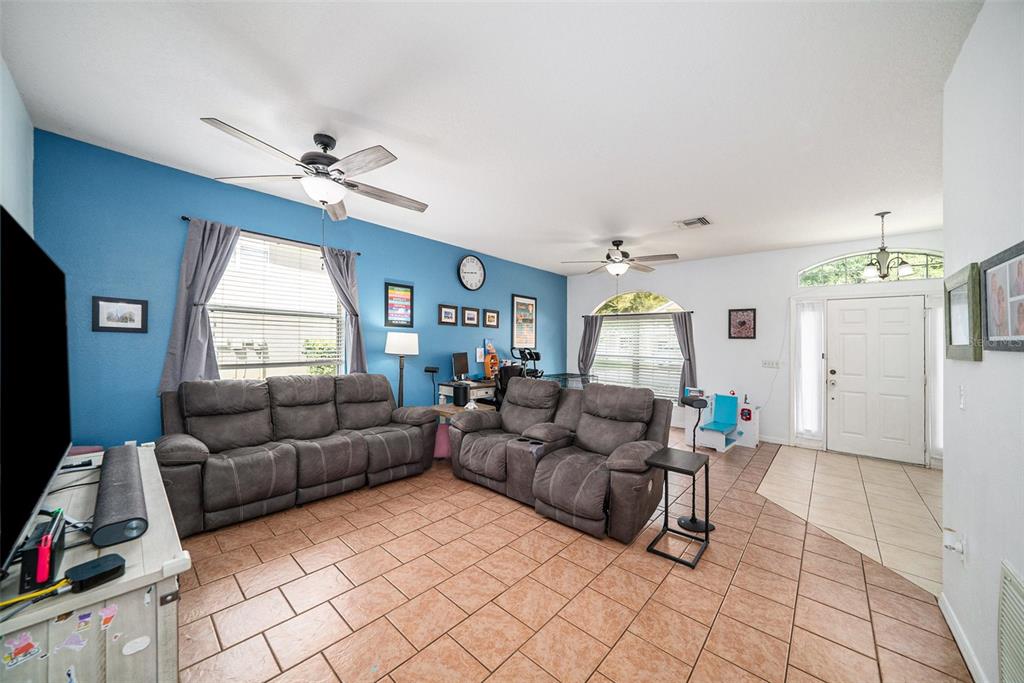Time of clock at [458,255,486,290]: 8:43
